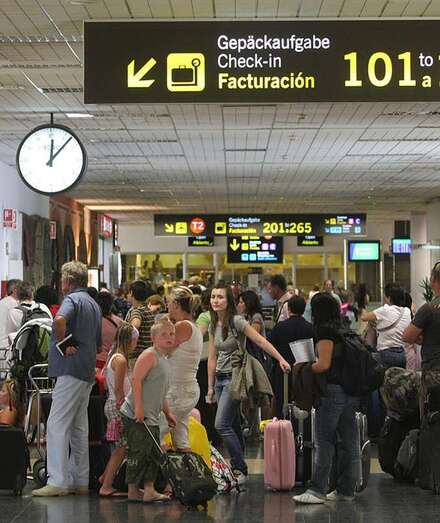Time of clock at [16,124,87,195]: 12:07
